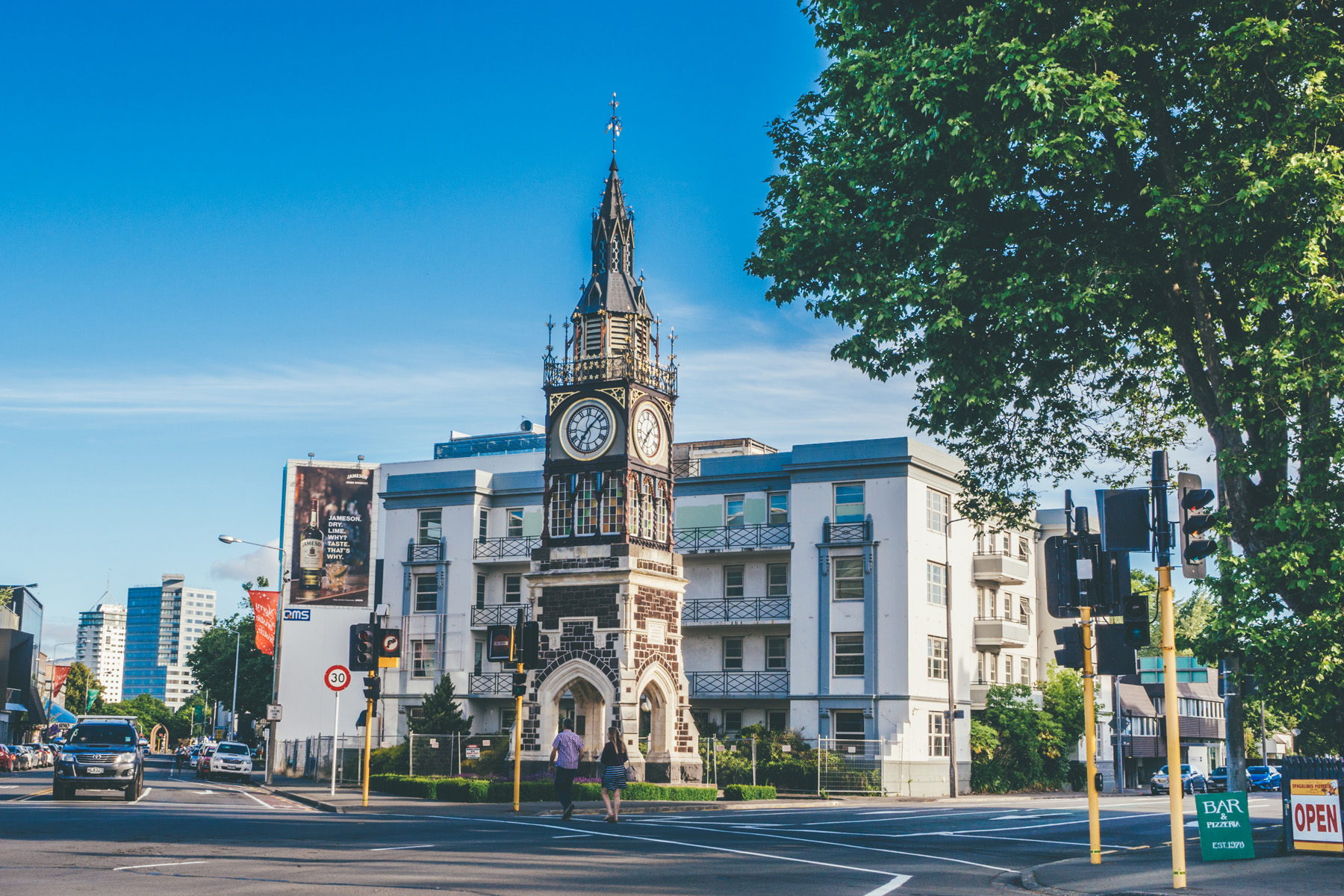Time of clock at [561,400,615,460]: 7:07
